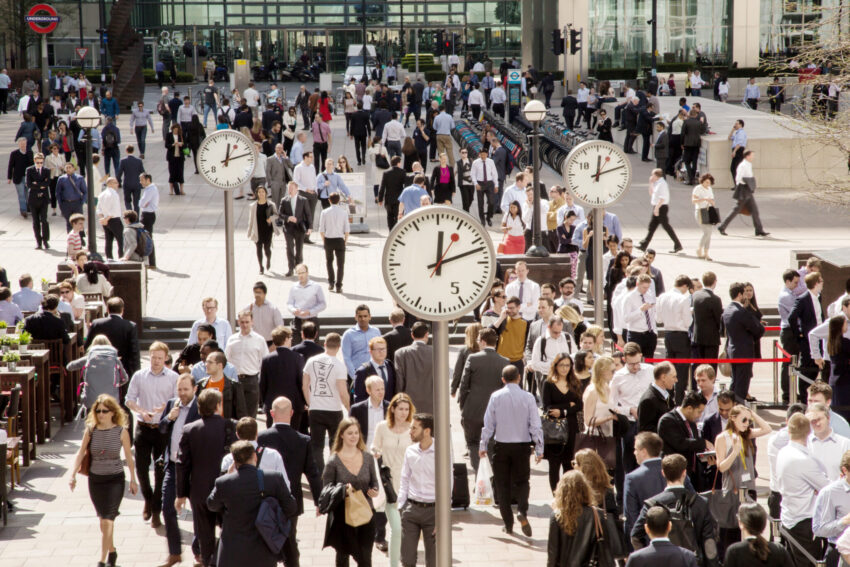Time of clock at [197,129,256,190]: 12:12
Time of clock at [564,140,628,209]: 12:12
